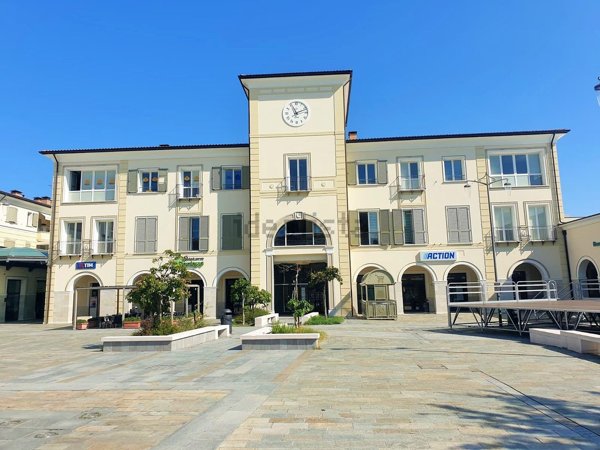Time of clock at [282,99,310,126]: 11:11
